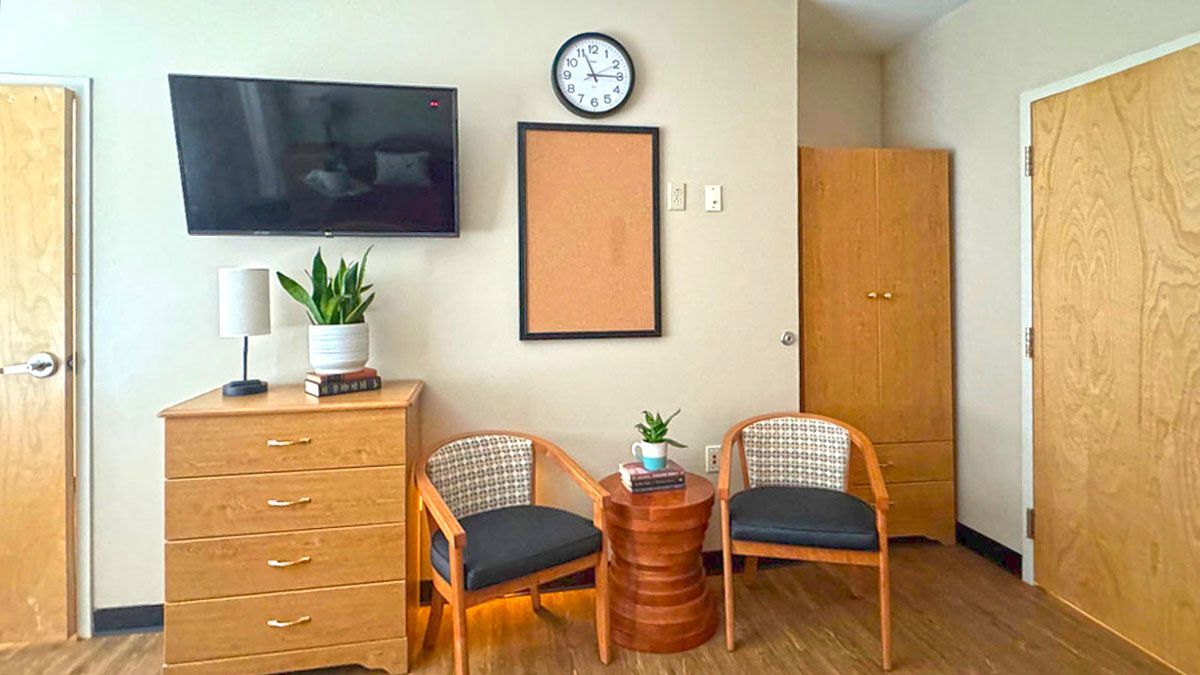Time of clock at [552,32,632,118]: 2:56
